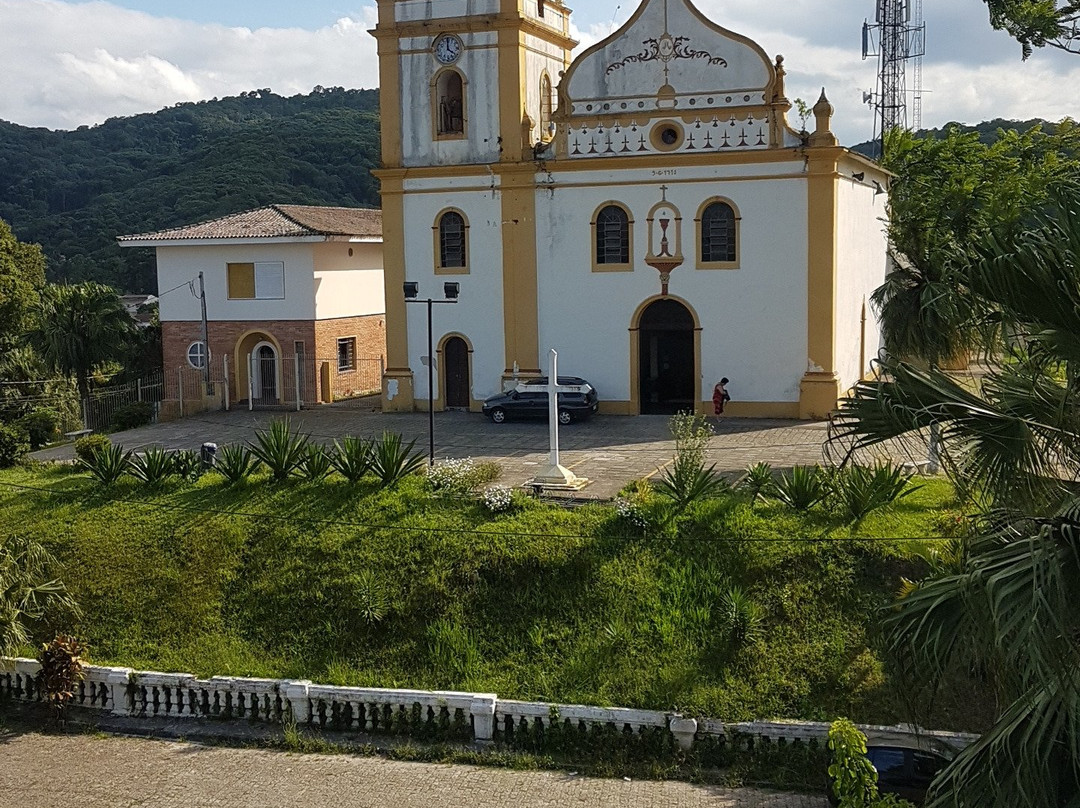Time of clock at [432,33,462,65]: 4:00
